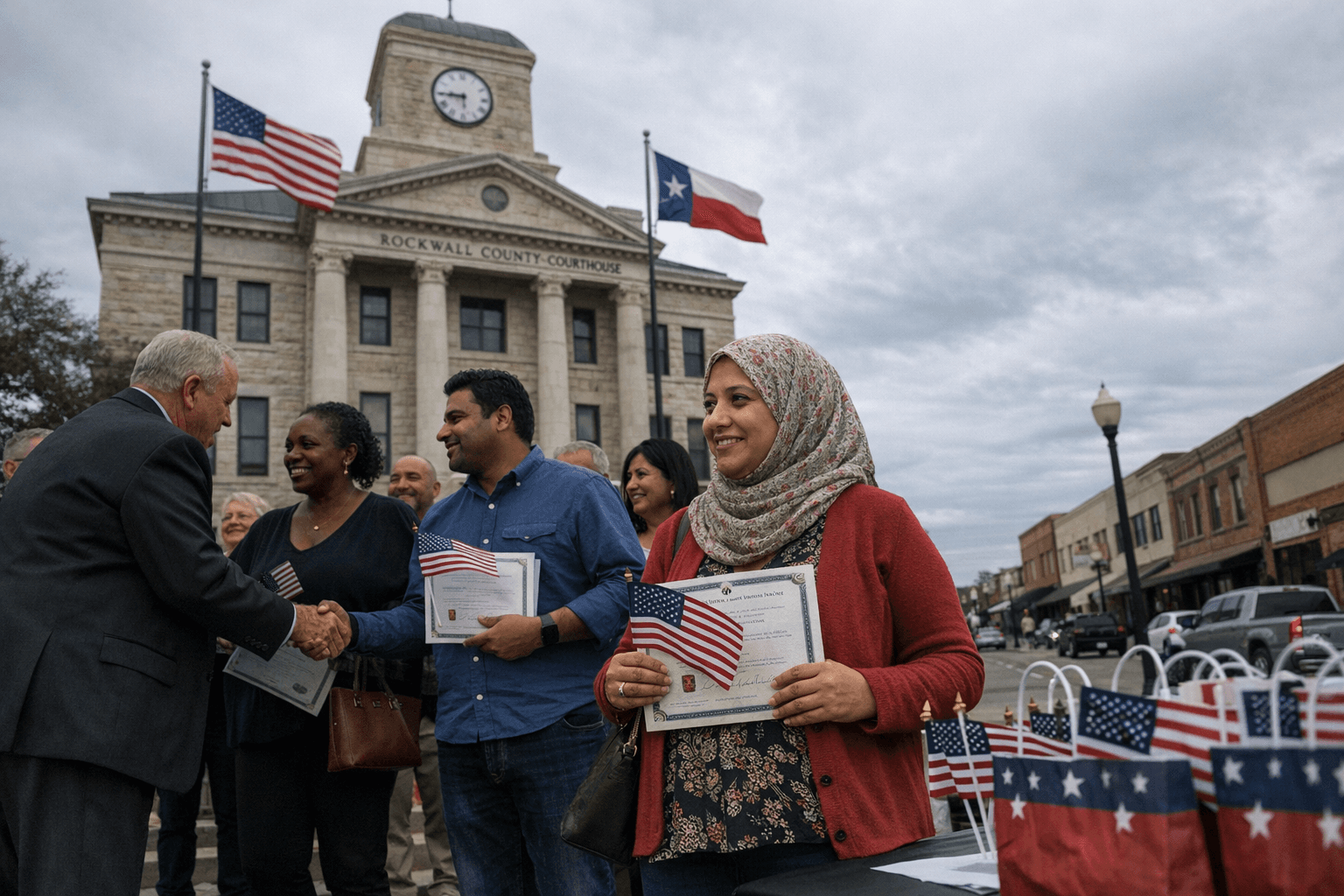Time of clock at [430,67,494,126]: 5:45
